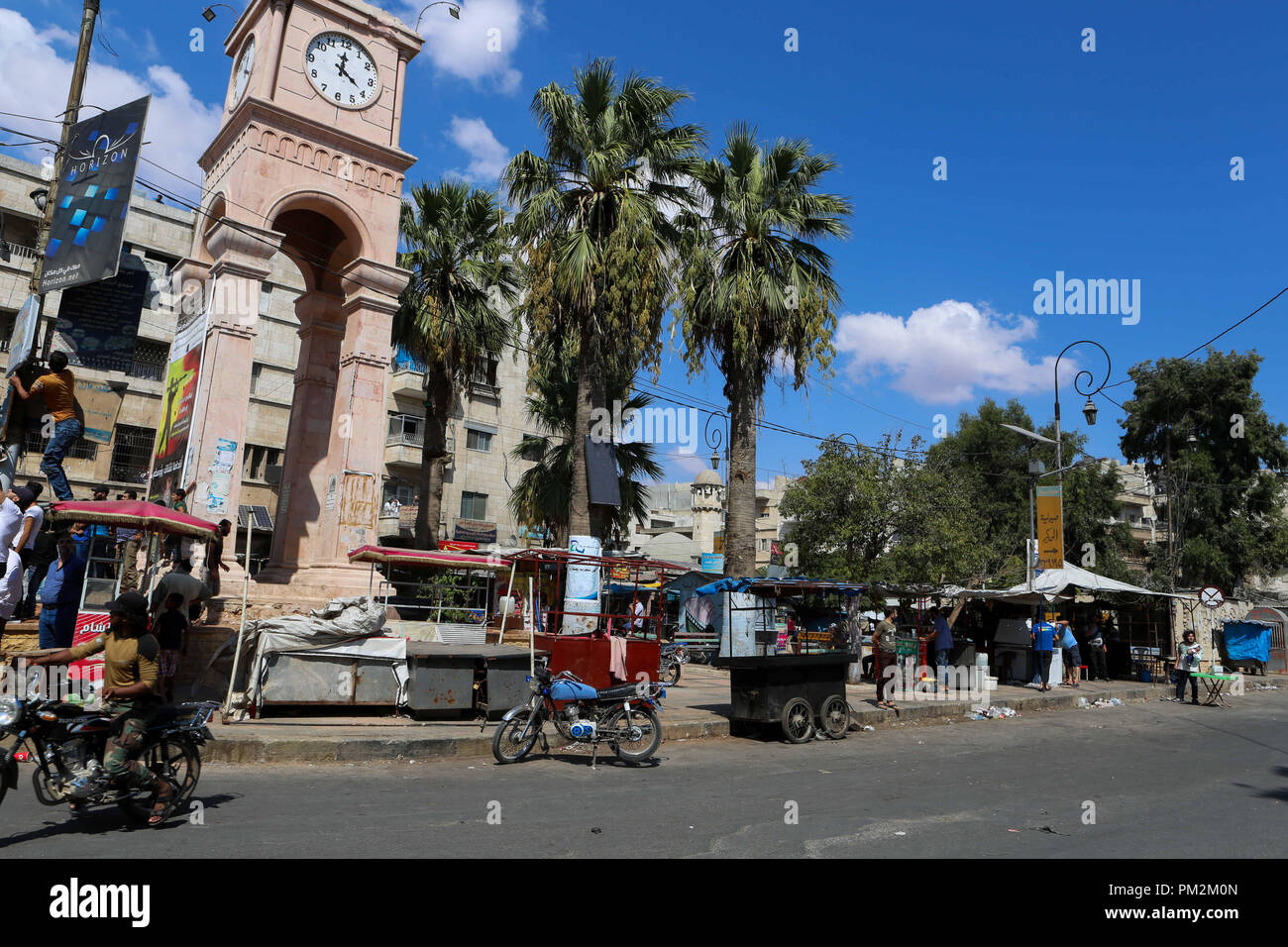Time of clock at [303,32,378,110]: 4:00
